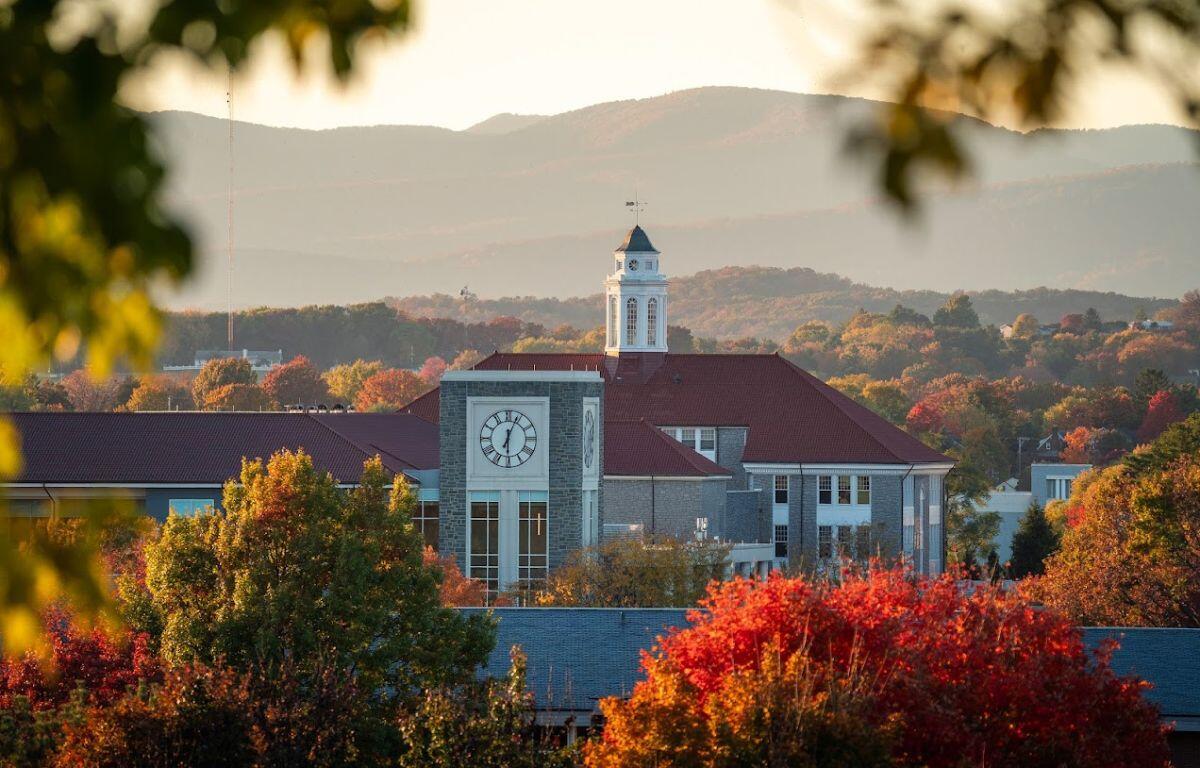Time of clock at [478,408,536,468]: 6:03
